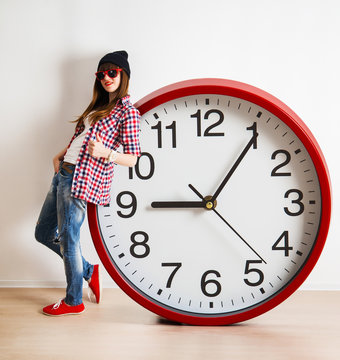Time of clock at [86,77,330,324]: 9:05
